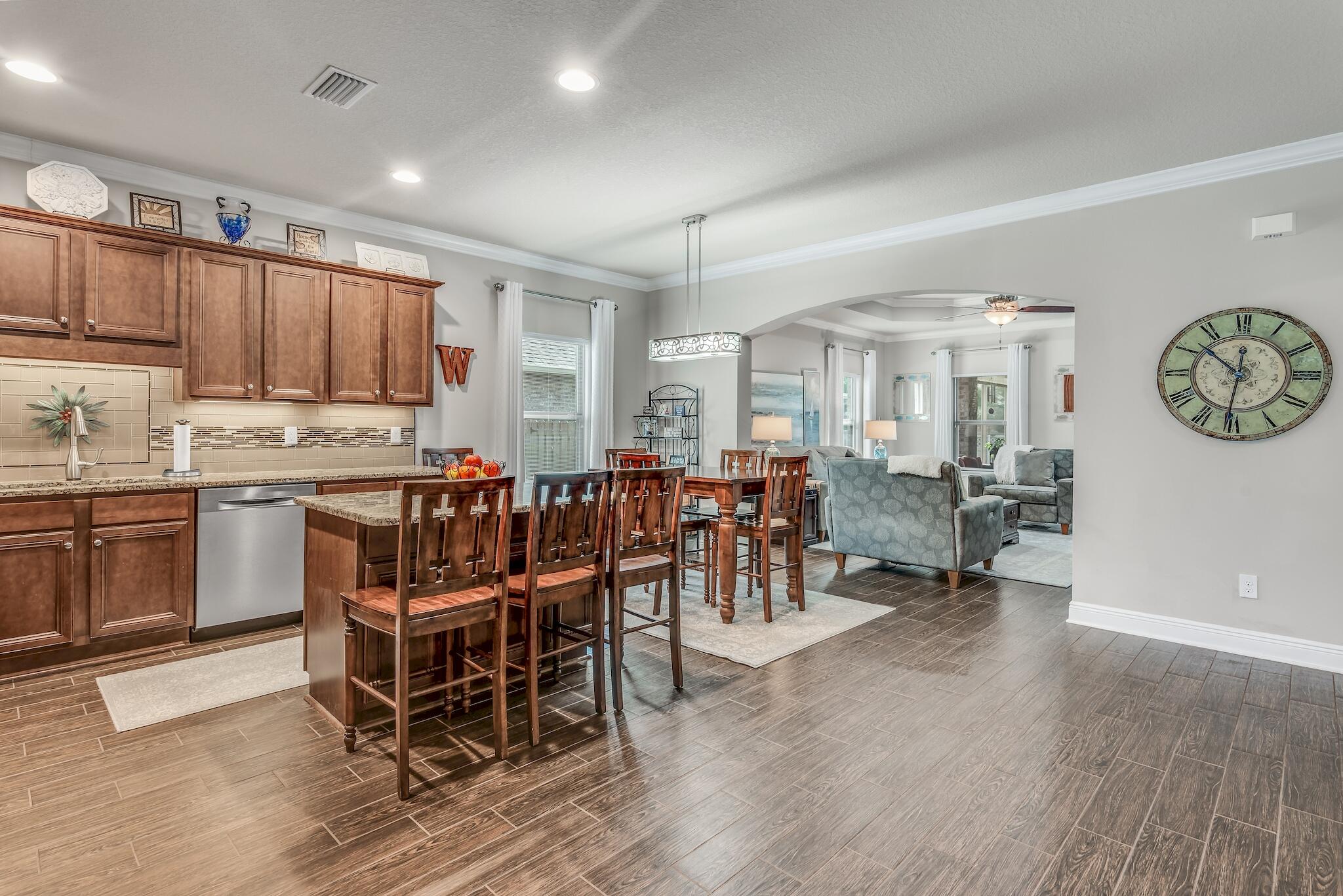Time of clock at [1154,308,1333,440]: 10:31
